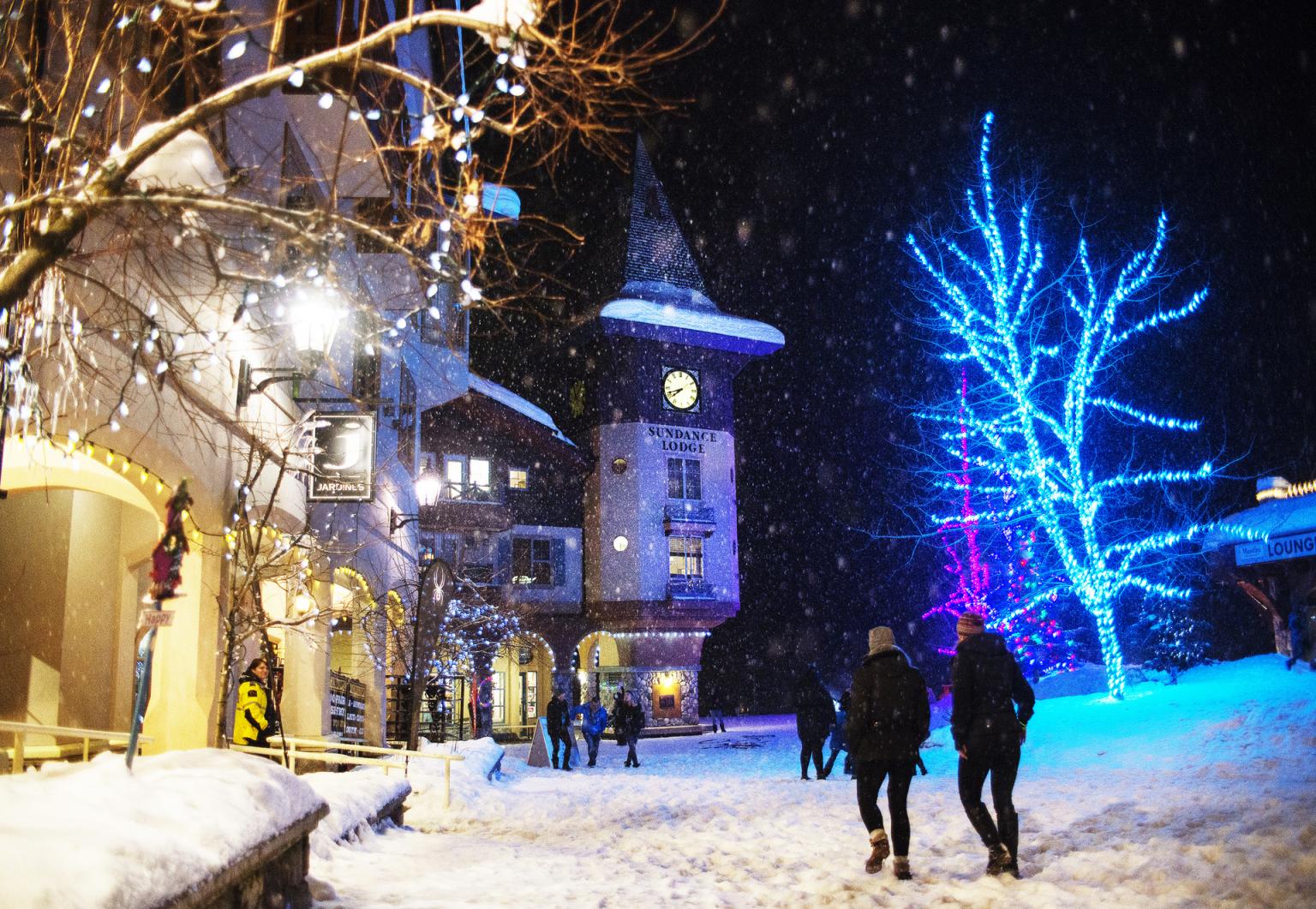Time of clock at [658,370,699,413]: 7:41
